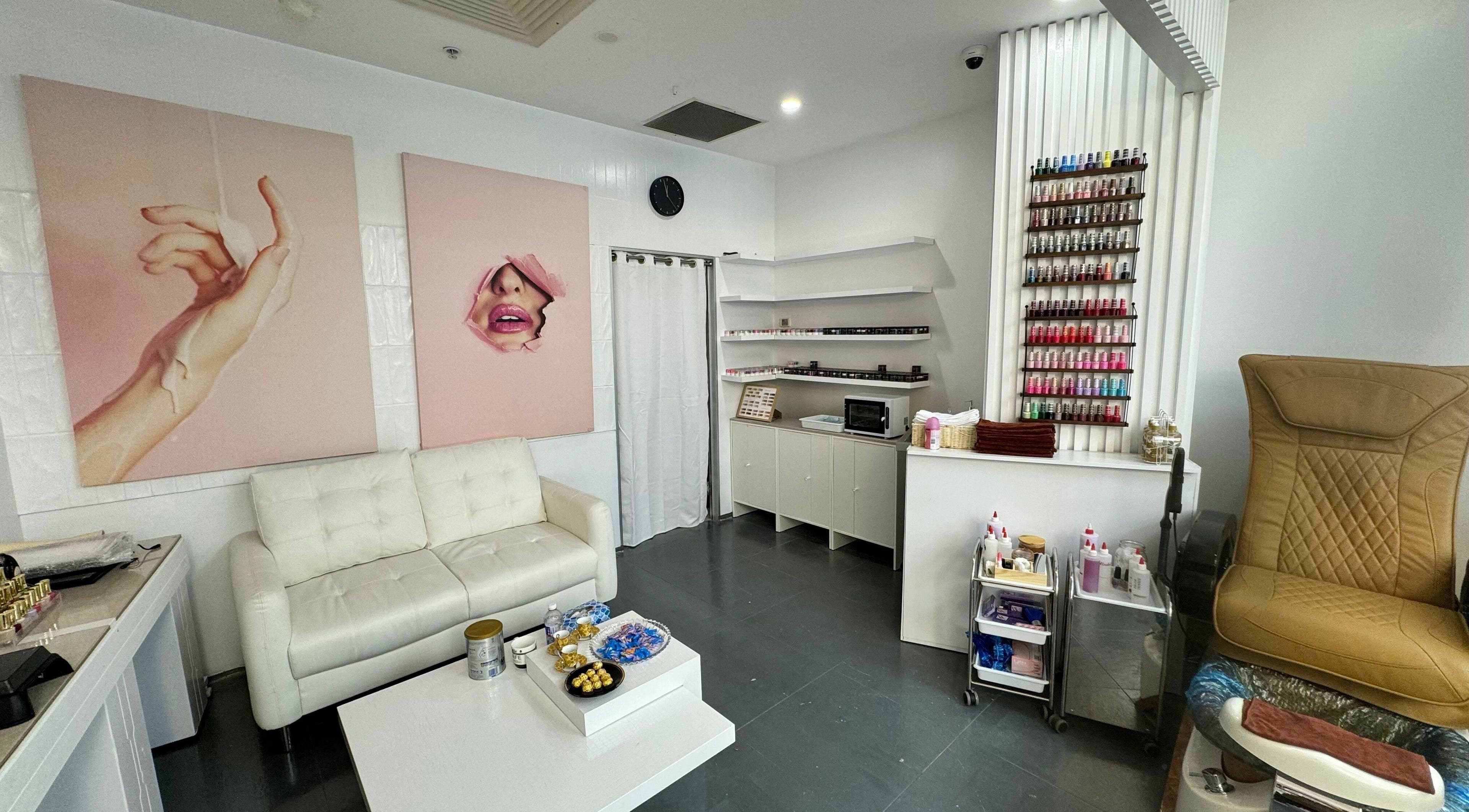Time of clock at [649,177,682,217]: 11:57
